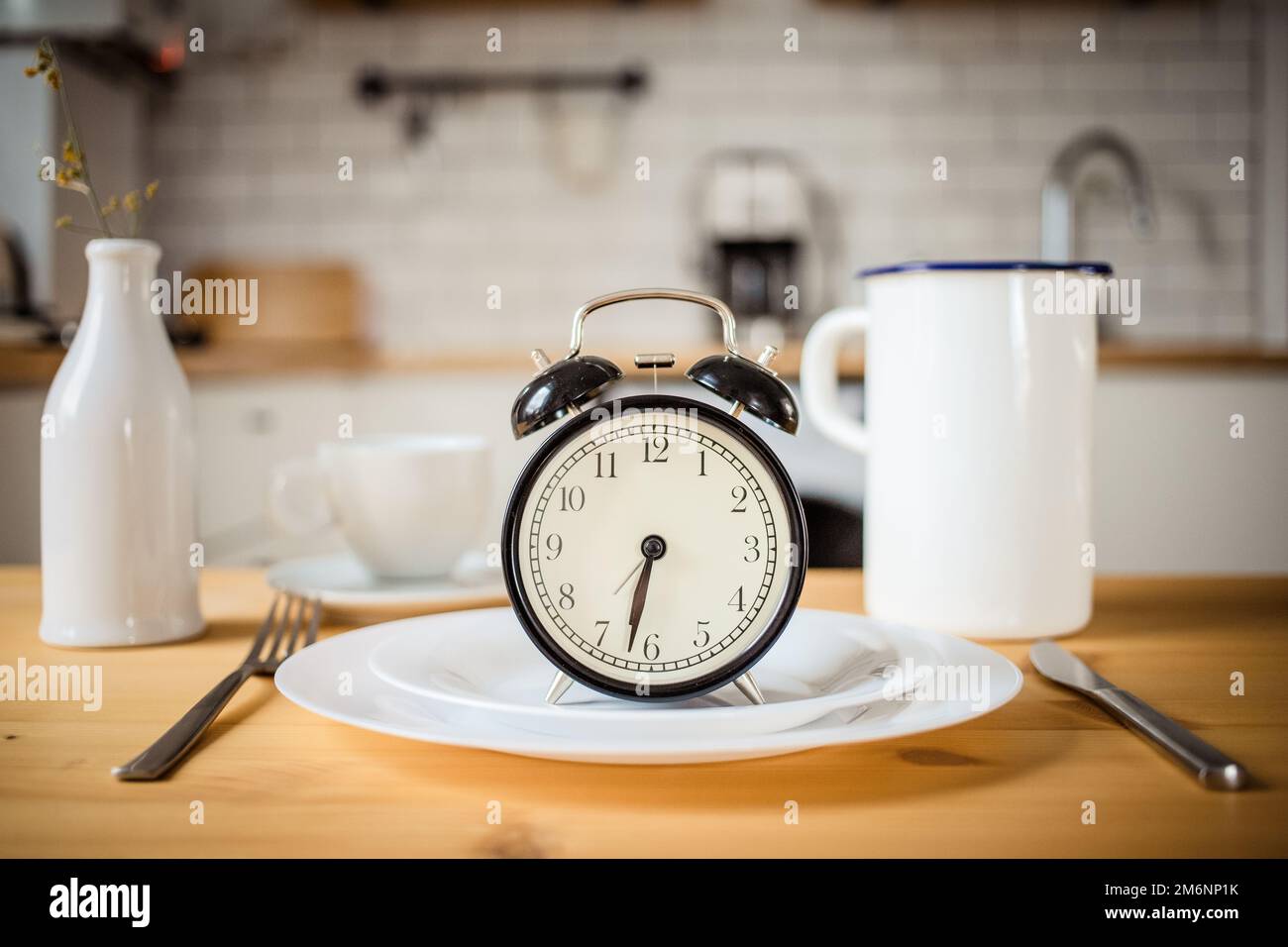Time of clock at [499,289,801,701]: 6:32
